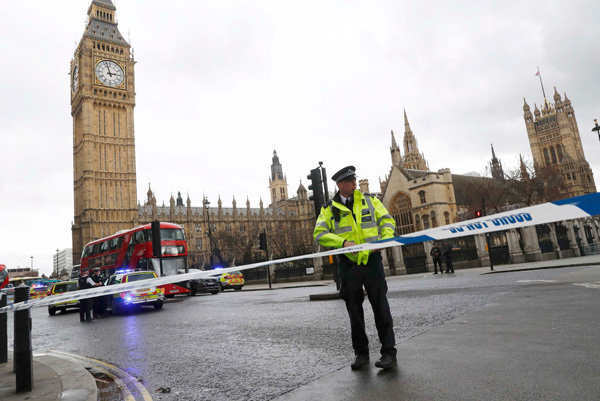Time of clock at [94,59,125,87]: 2:57
